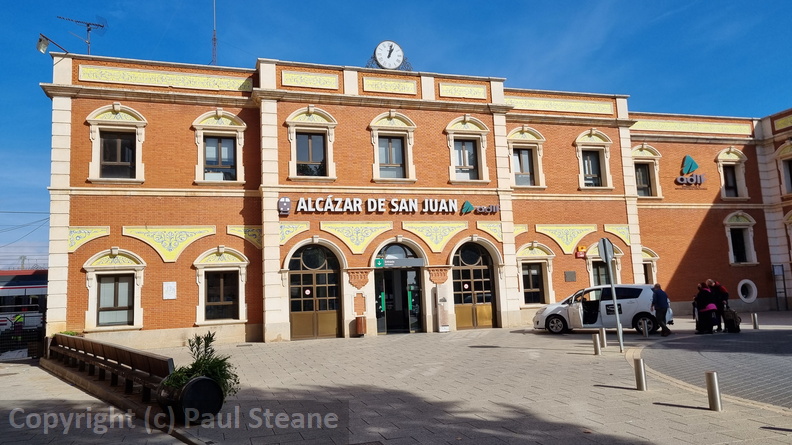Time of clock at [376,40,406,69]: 1:02
